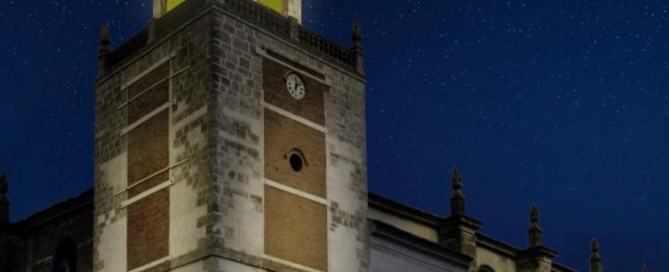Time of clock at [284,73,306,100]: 12:07
